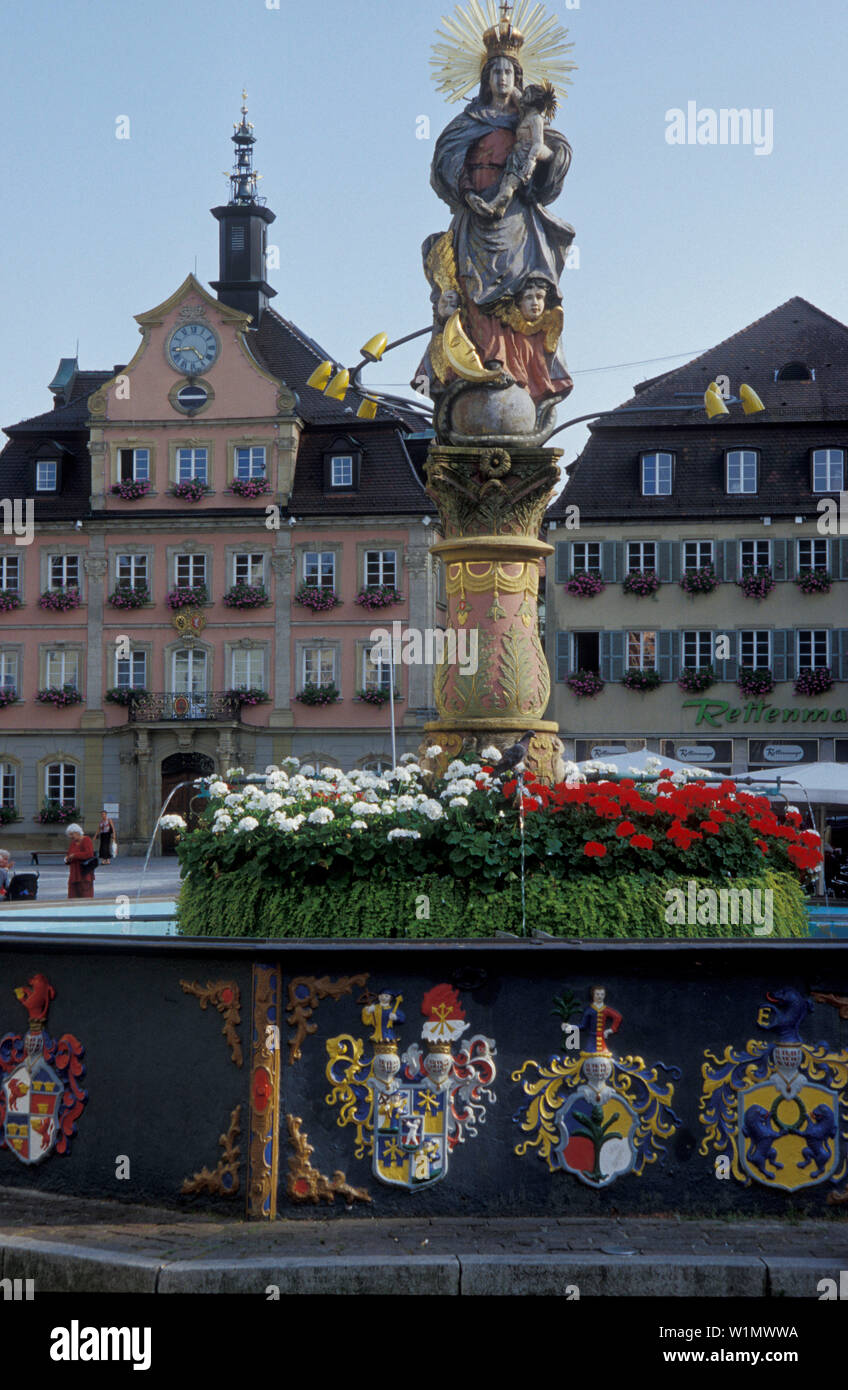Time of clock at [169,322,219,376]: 4:43
